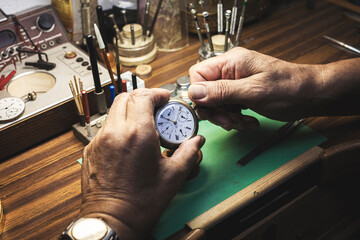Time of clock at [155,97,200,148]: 12:49
